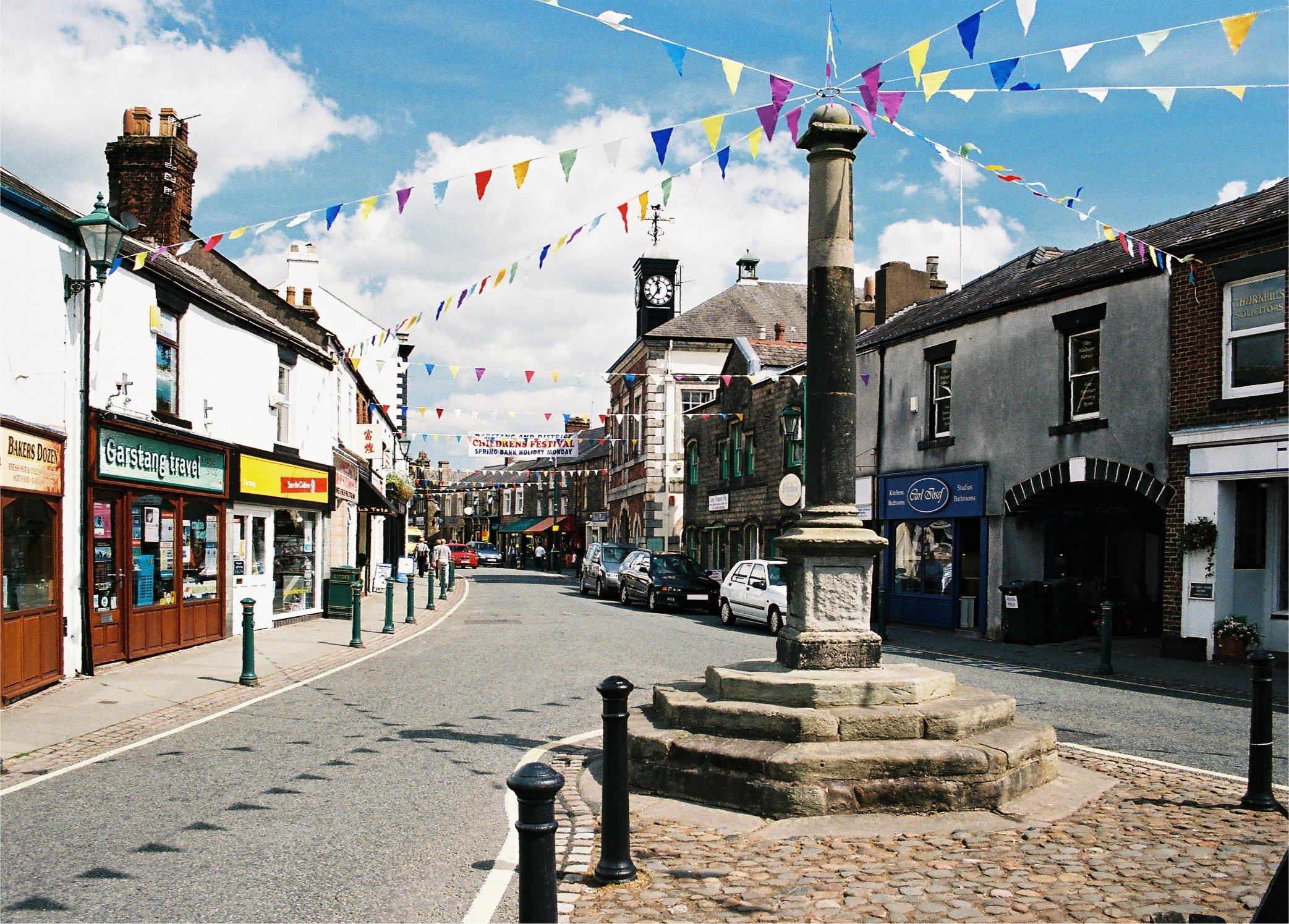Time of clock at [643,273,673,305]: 11:36
